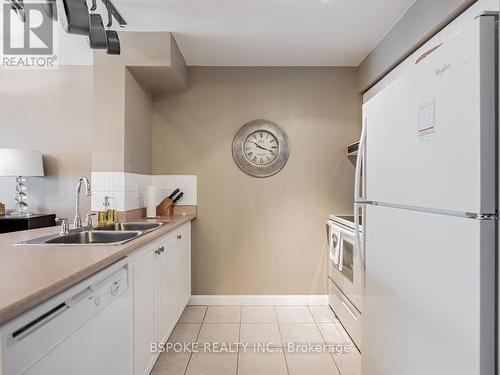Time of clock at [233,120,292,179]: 10:18
